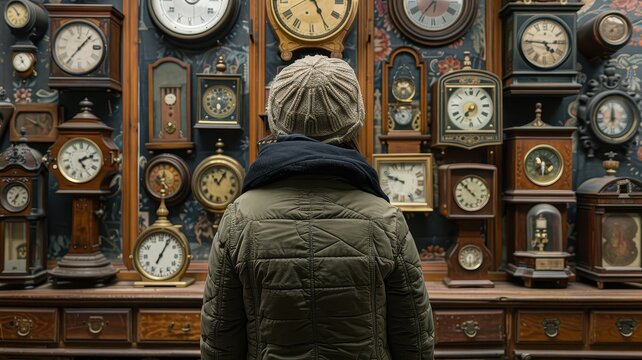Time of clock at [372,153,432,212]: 9:48
